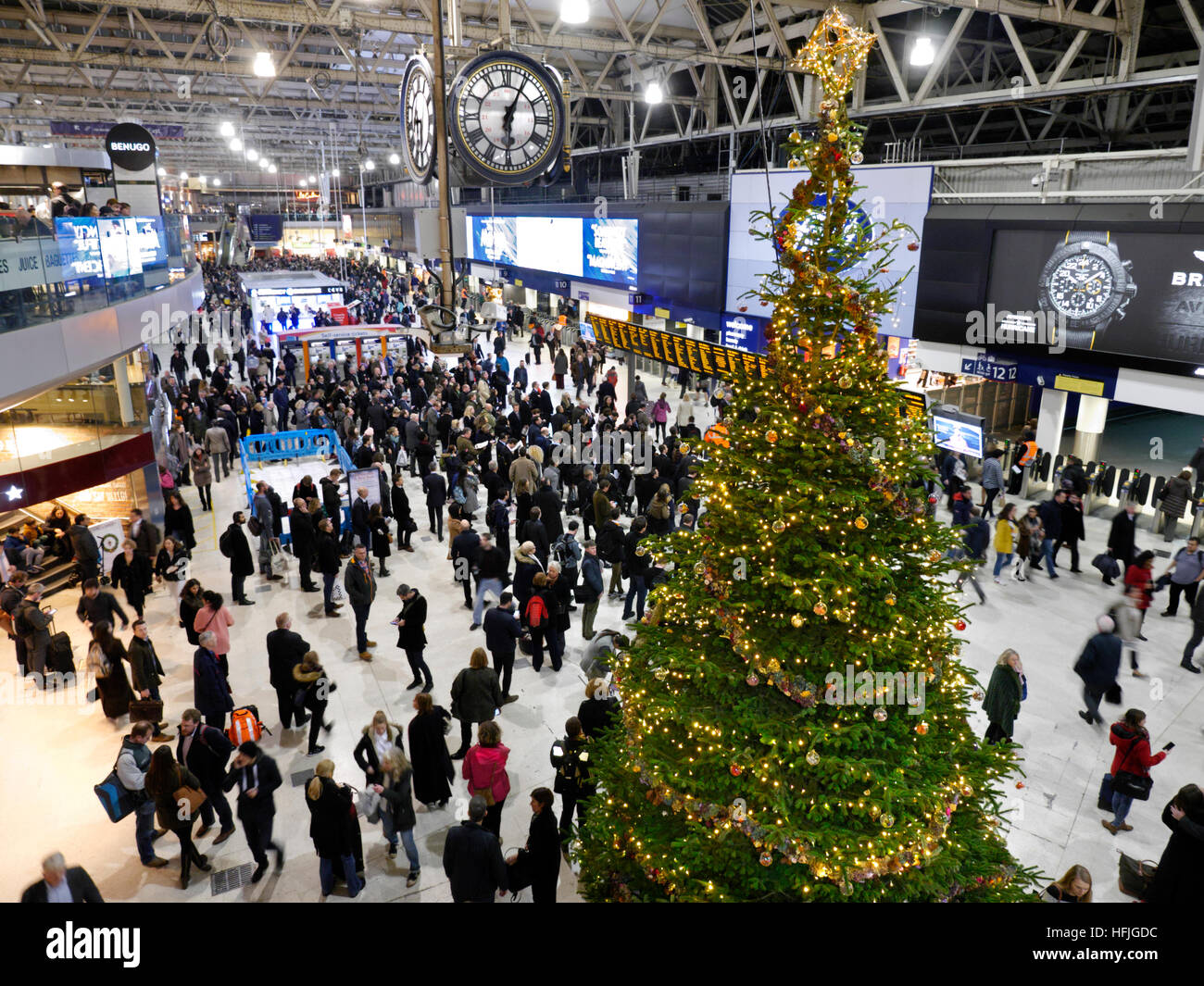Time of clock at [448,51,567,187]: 6:04
